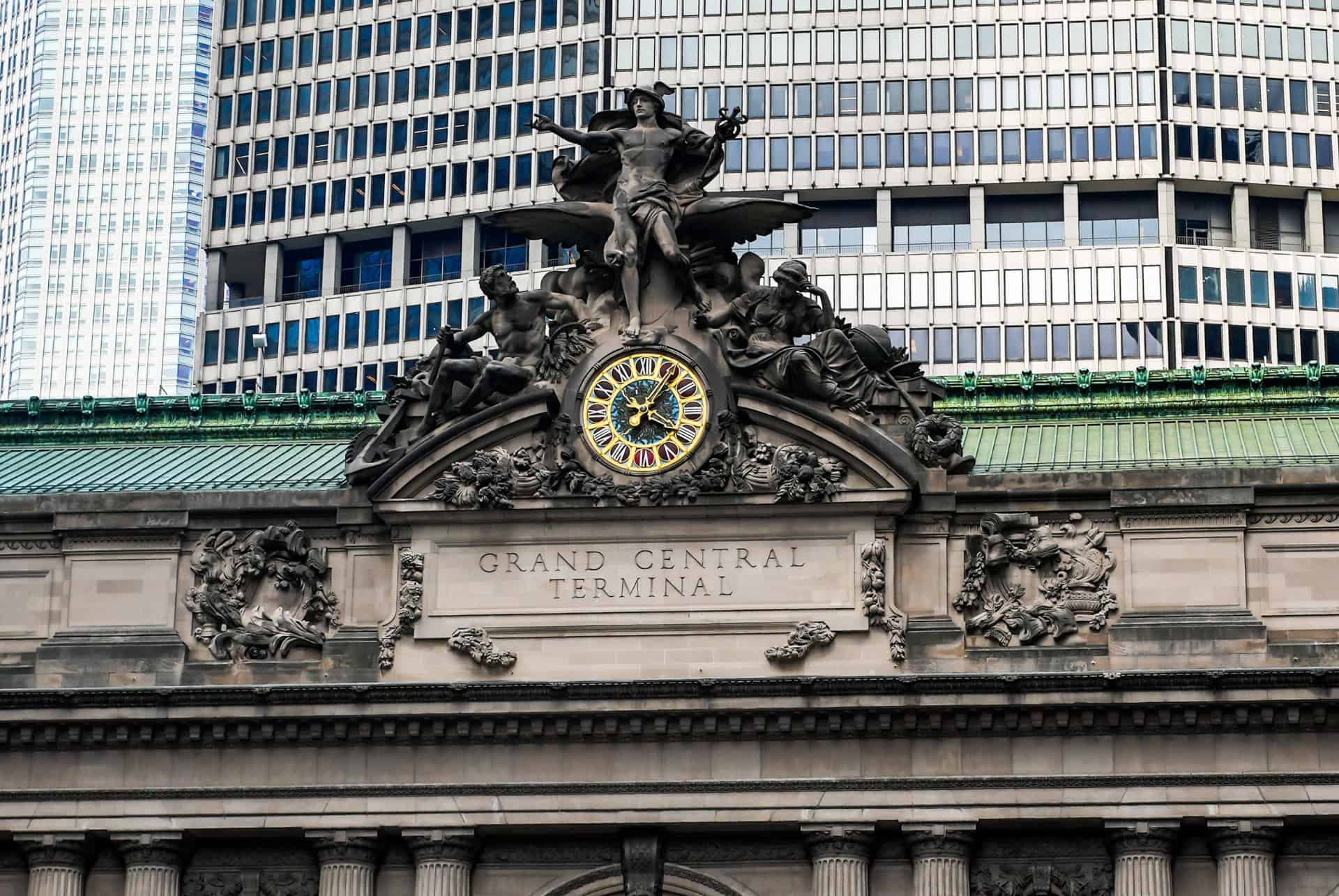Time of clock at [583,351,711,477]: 4:05
